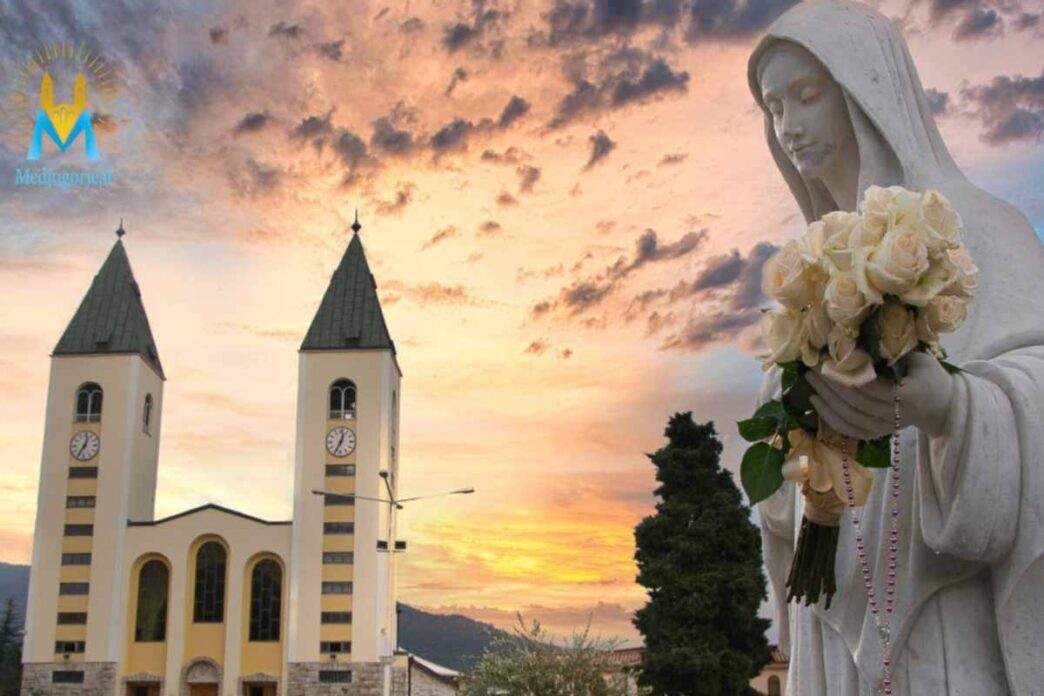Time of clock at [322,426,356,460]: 12:34
